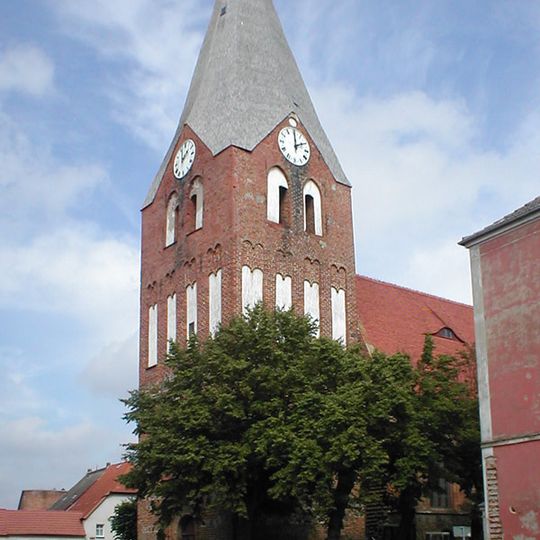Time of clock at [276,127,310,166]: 2:00
